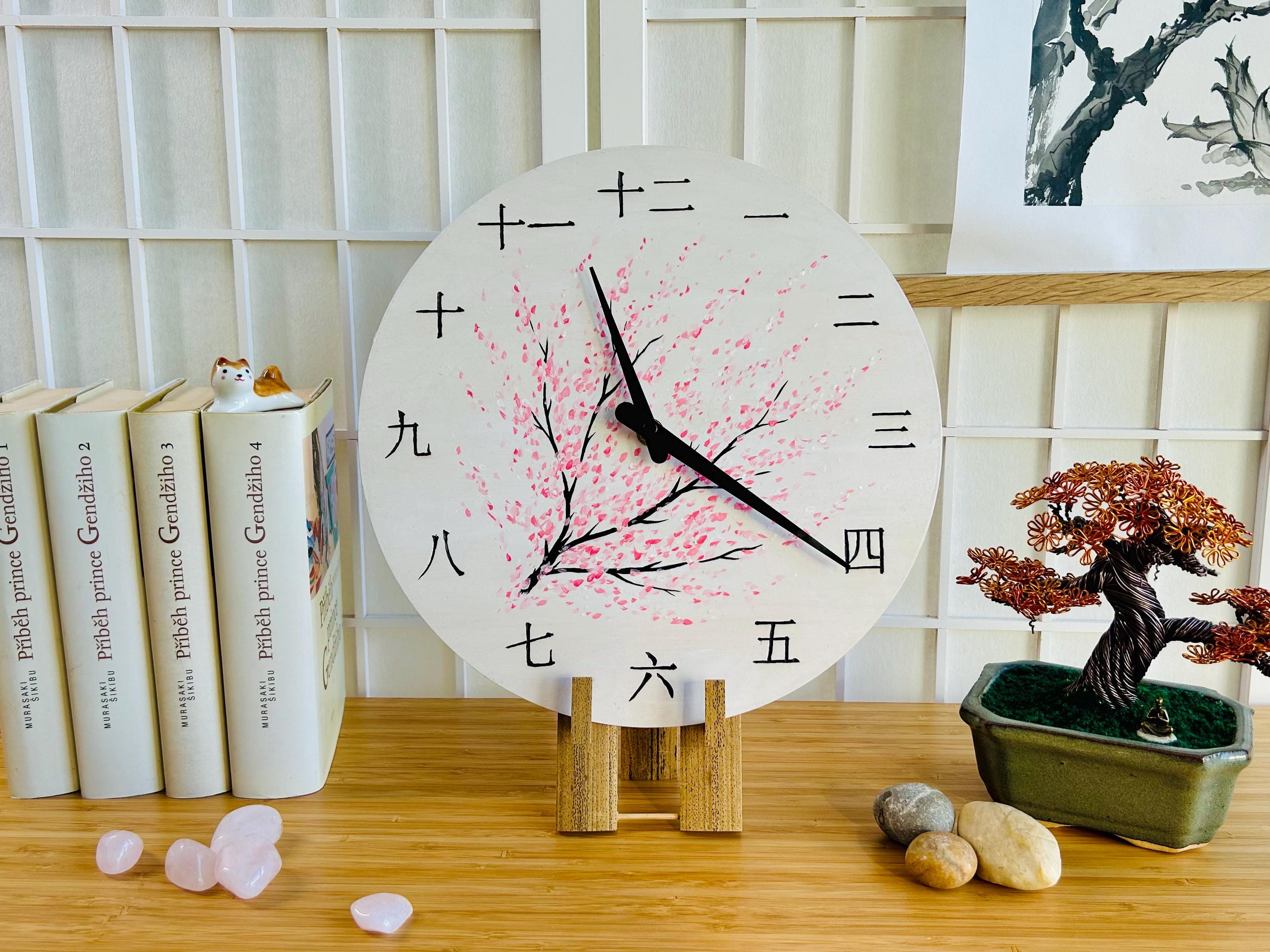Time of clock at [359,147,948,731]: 11:20
